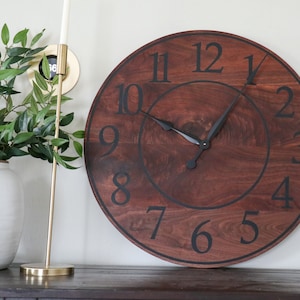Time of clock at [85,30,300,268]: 10:05
